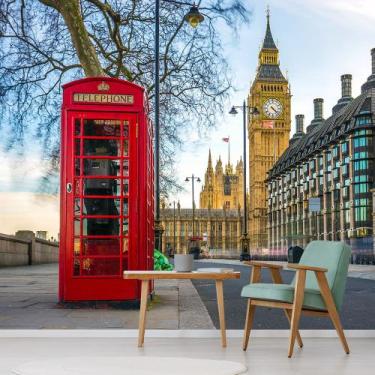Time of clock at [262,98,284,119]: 4:22
